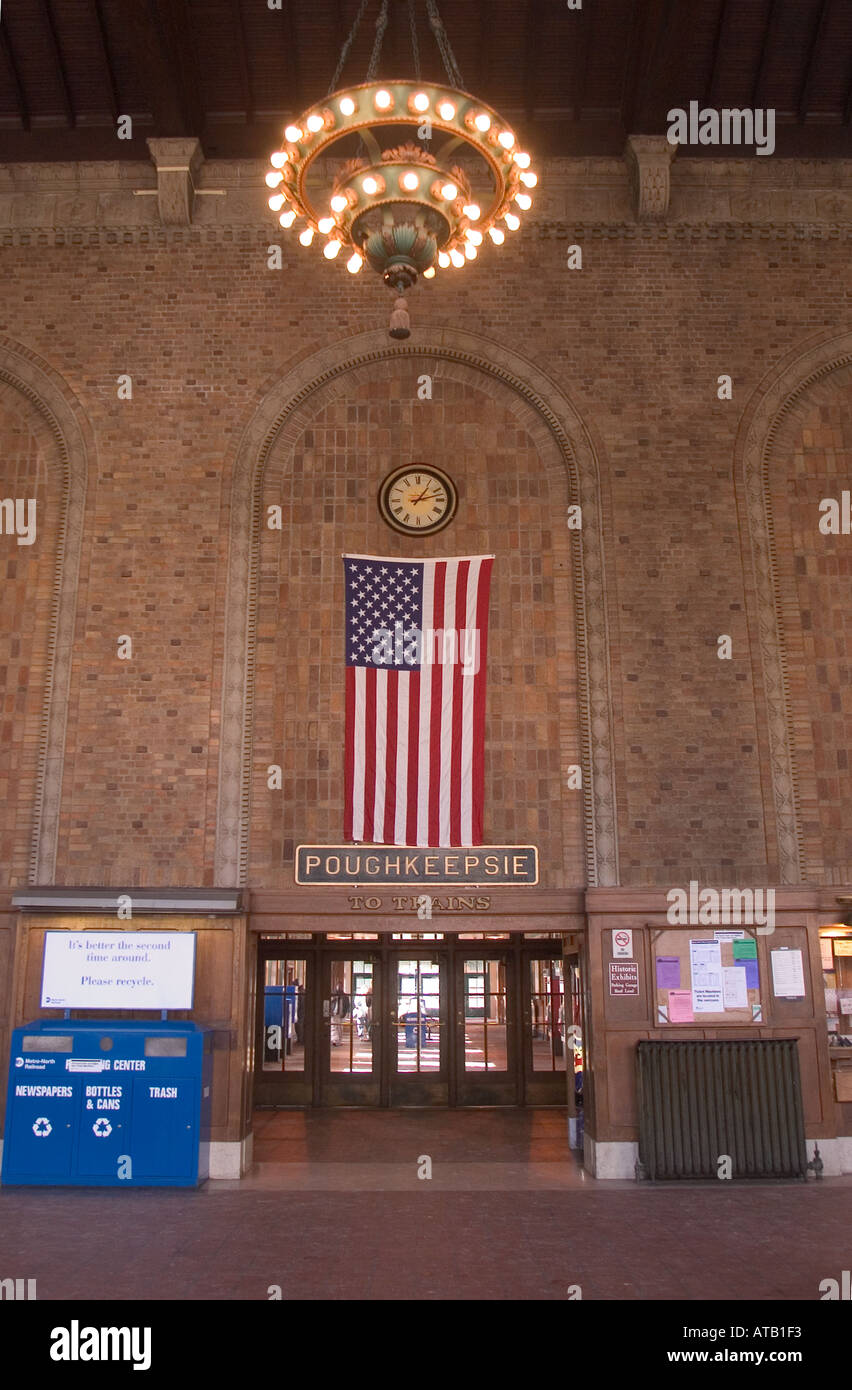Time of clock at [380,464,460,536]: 1:12
